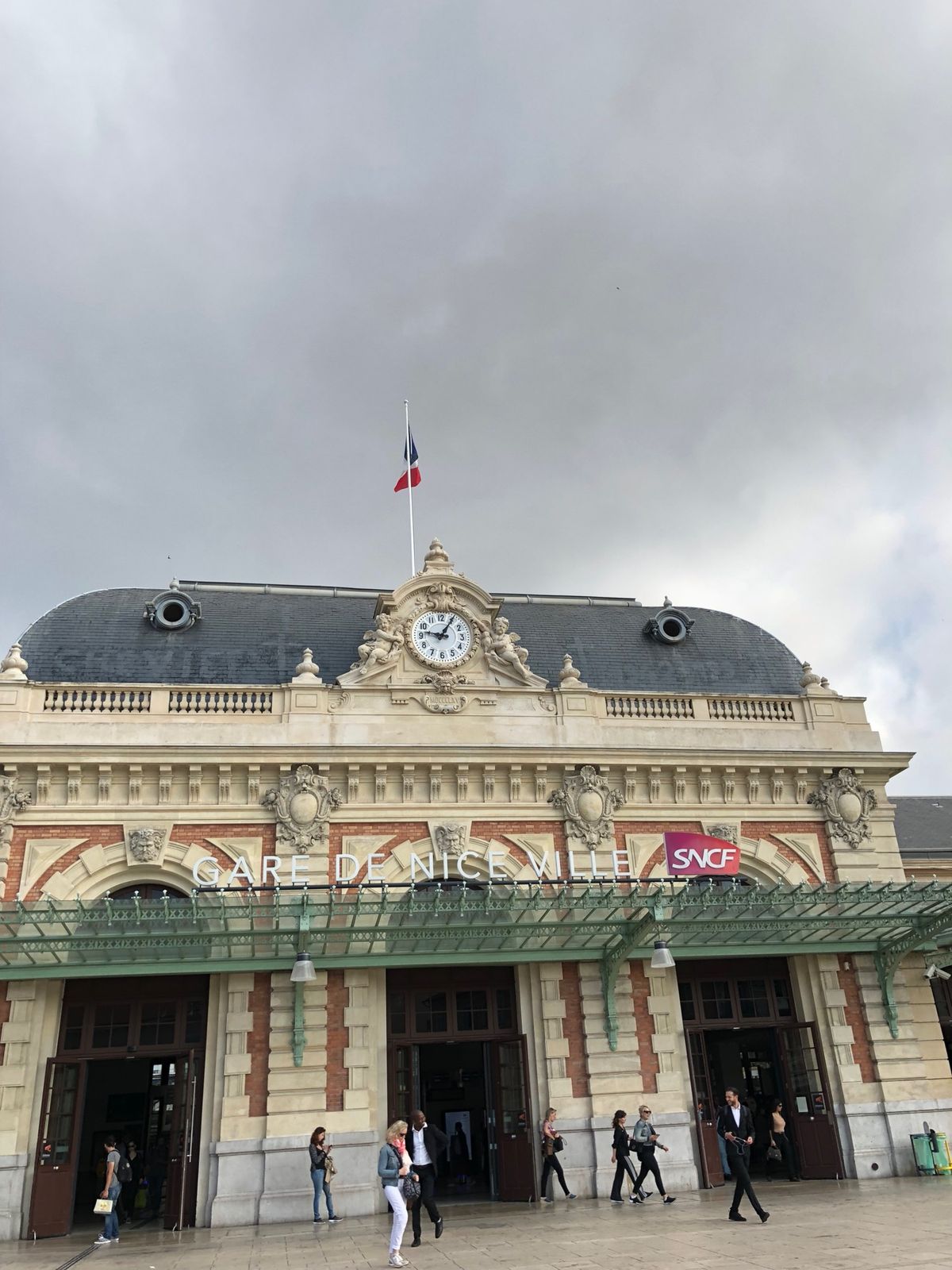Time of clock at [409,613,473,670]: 9:05
